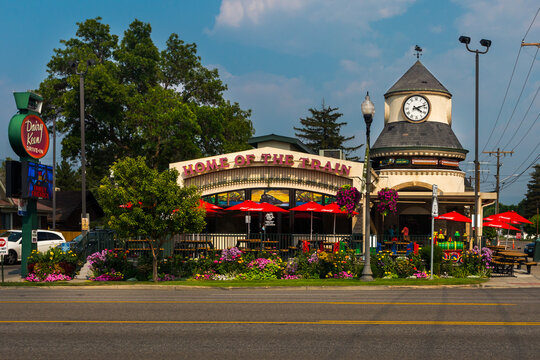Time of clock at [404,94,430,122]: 4:12
